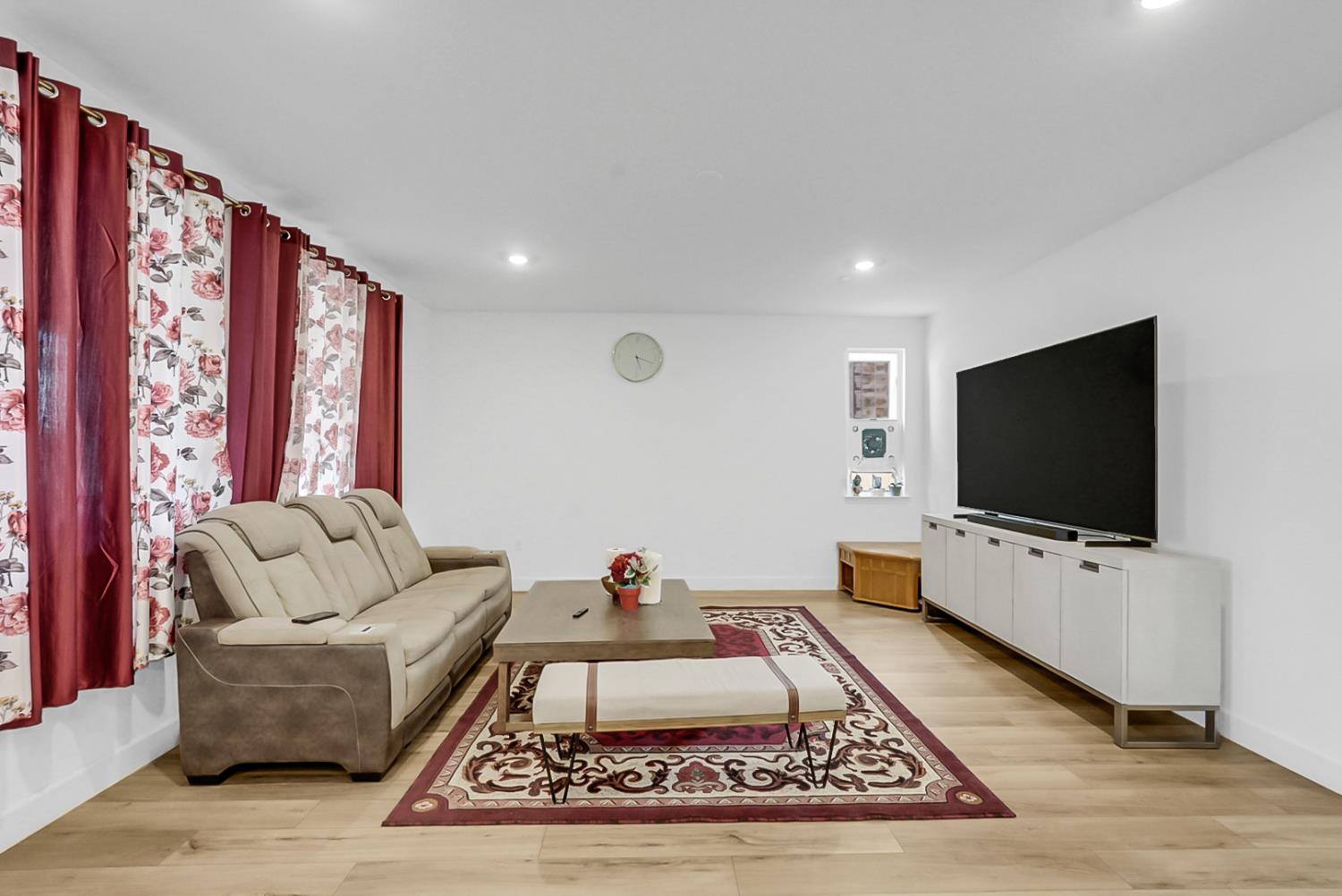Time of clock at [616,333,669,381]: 5:18
